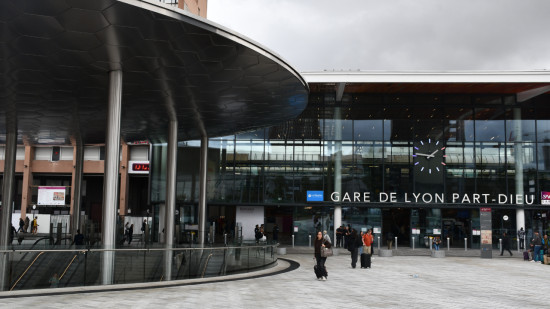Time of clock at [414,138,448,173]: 1:46
